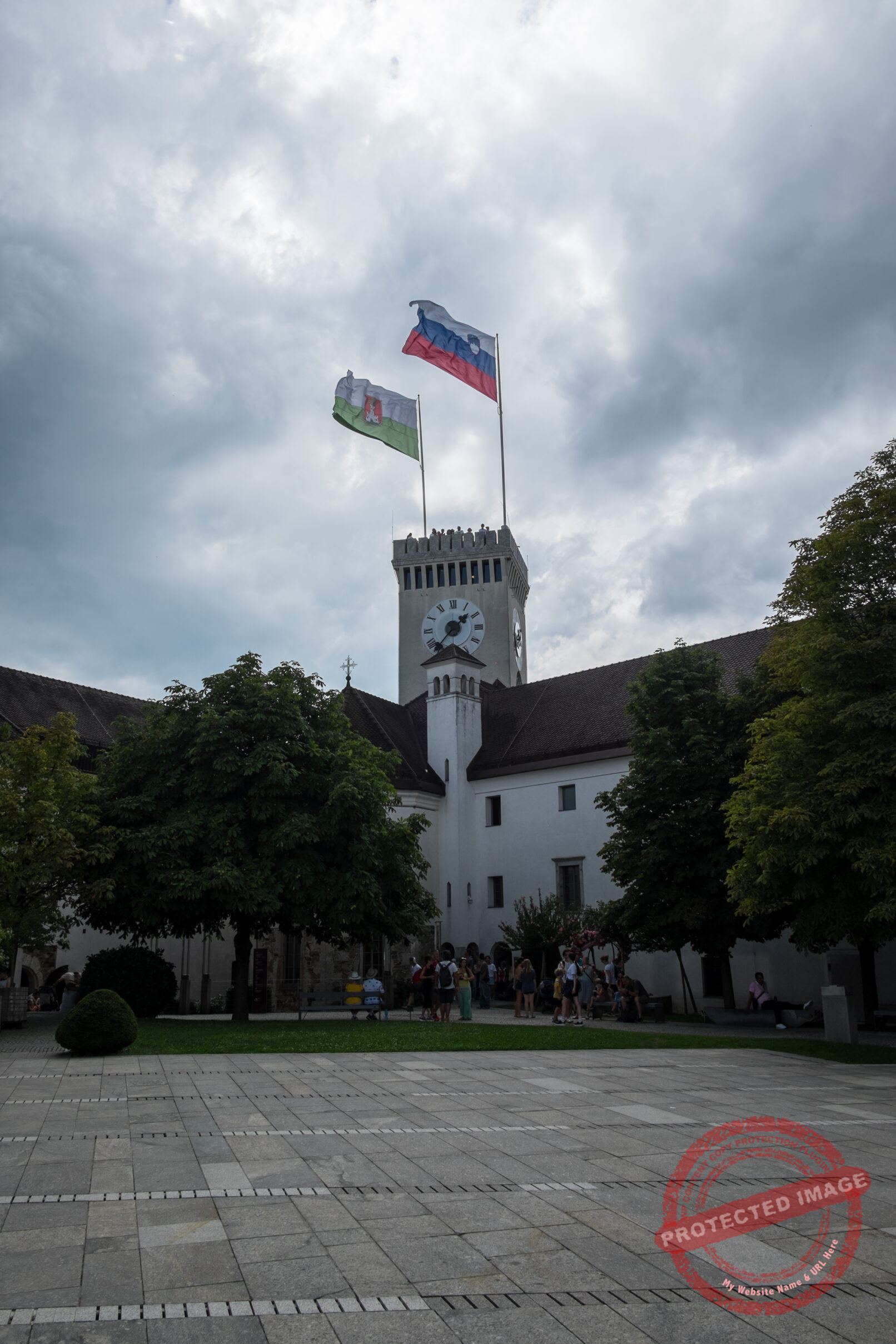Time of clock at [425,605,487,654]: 1:37
